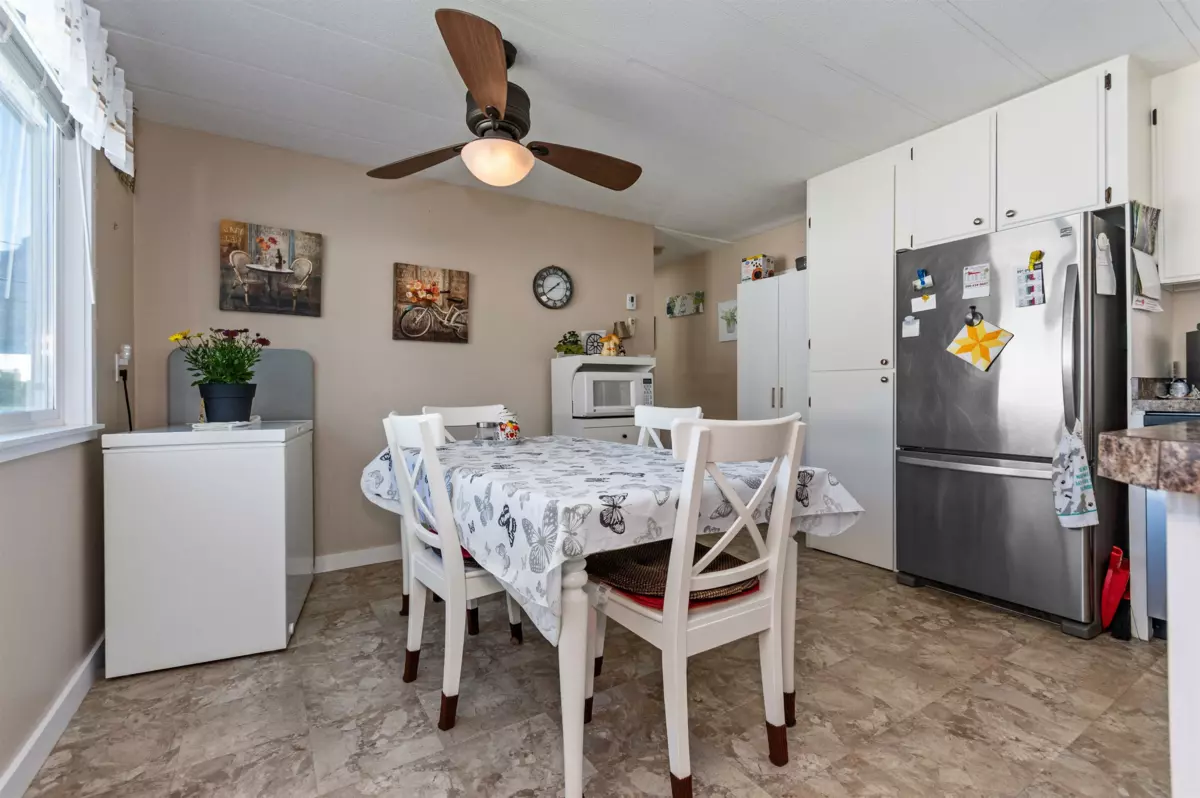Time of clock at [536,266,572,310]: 1:38
